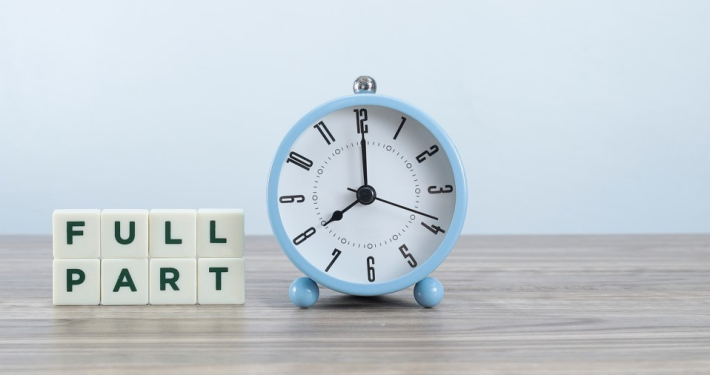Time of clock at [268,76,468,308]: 8:00
